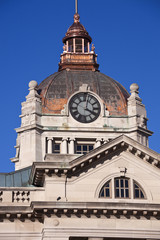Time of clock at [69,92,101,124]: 4:02
